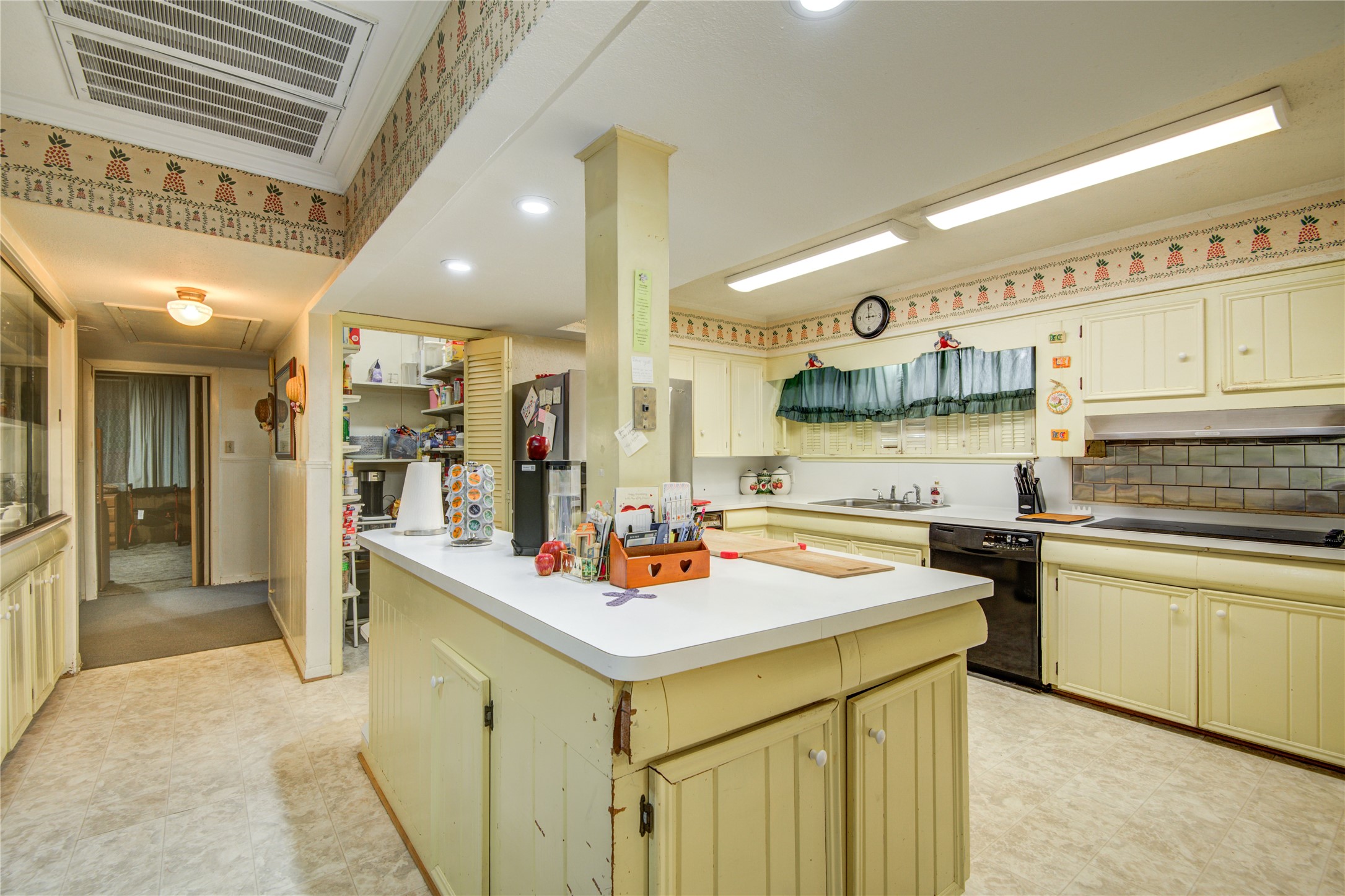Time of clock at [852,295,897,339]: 2:58
